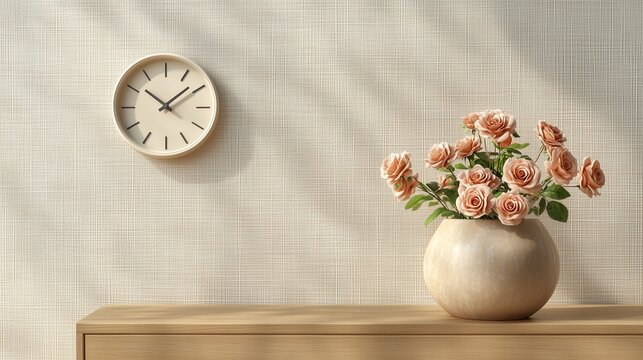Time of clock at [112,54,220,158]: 1:51
